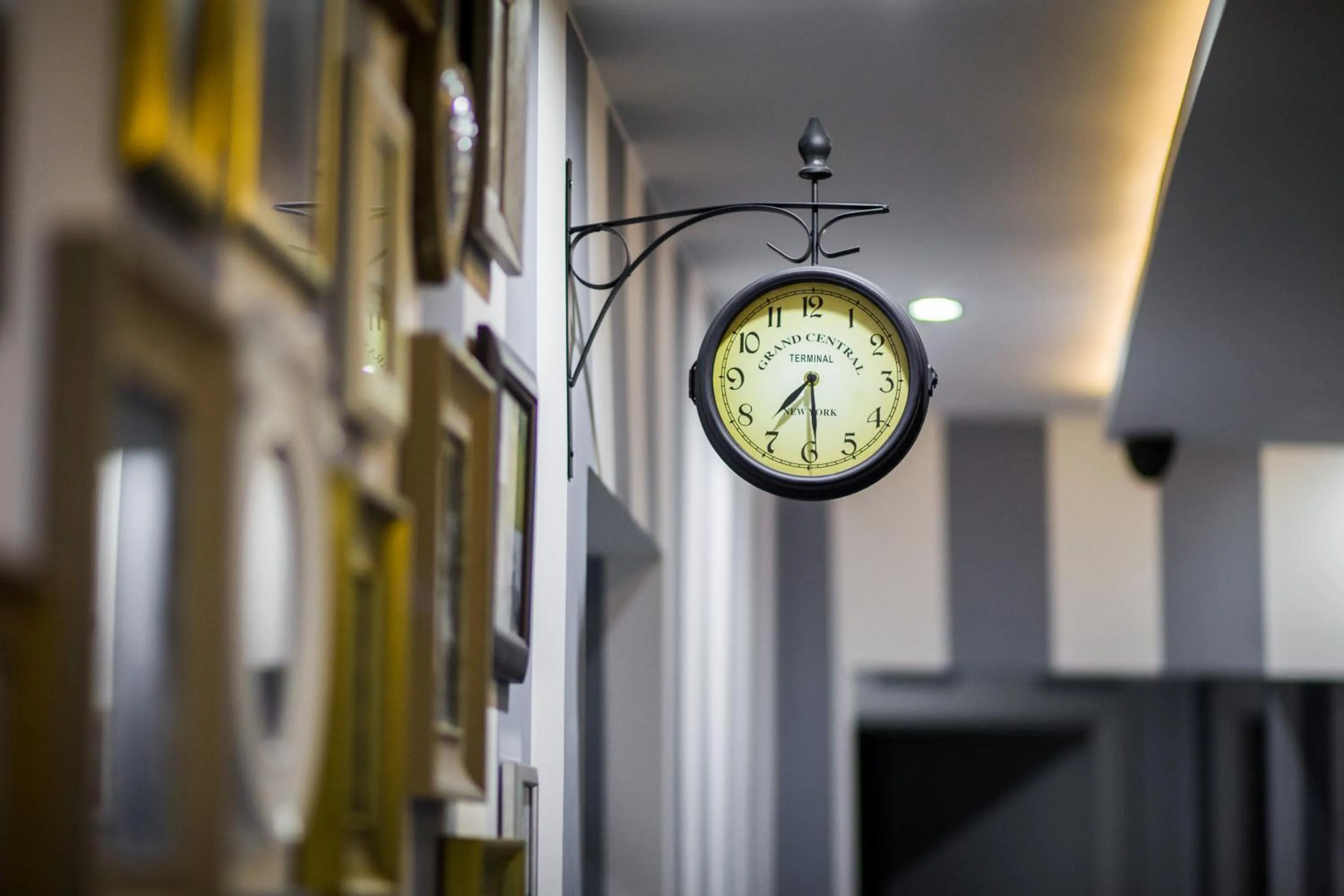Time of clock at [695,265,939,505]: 7:29
